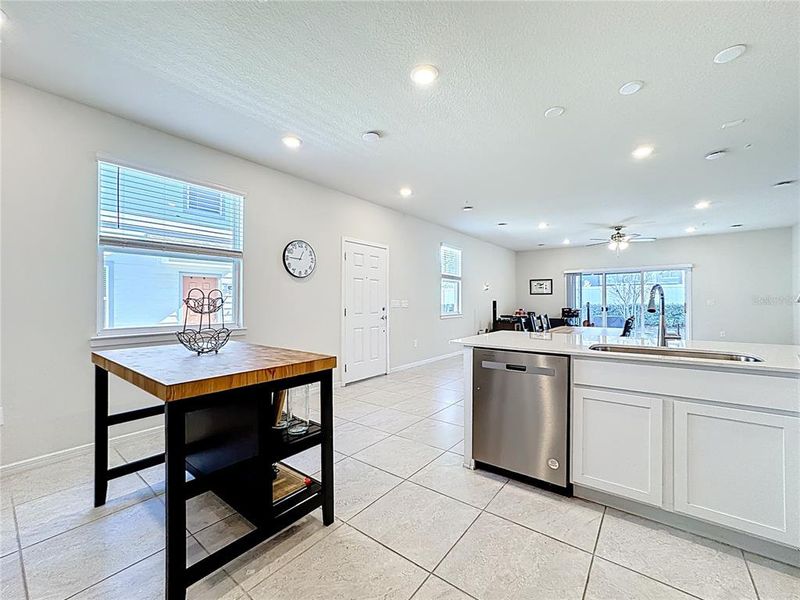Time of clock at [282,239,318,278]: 12:45
